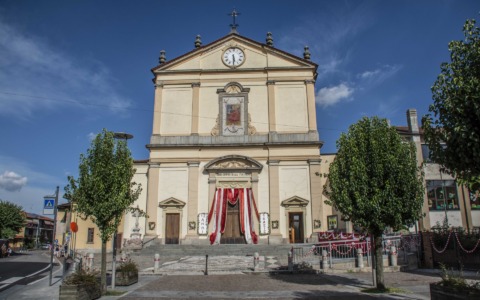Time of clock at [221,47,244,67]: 5:30
